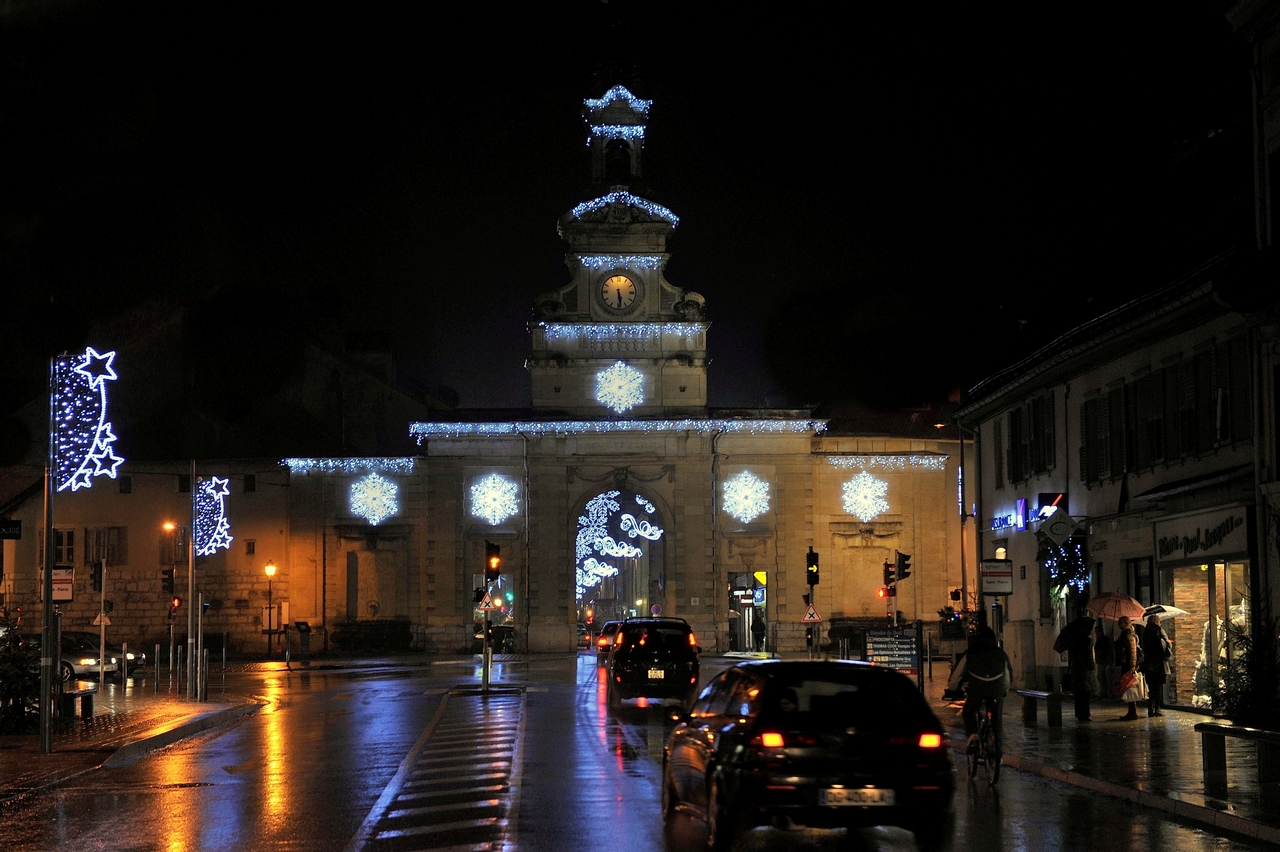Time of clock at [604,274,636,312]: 5:28
